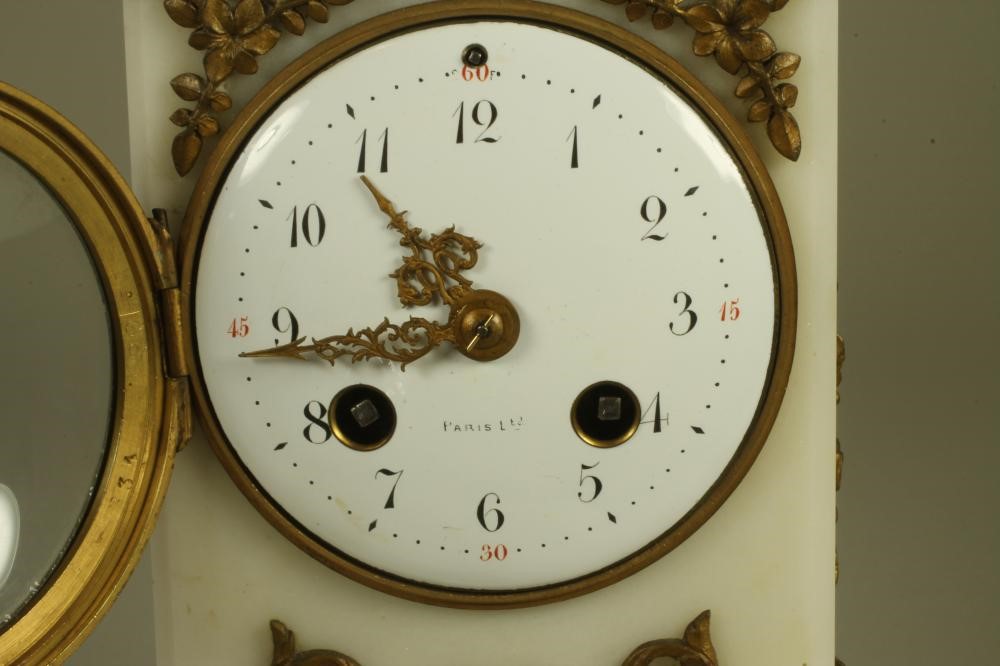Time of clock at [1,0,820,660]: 10:43
